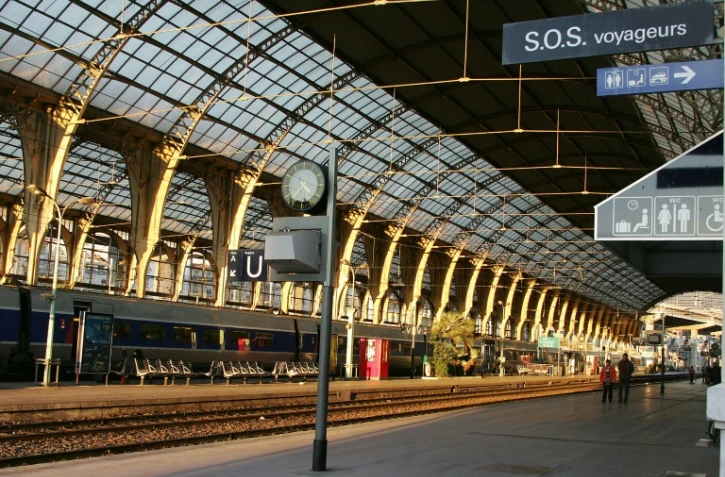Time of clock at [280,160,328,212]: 4:36
